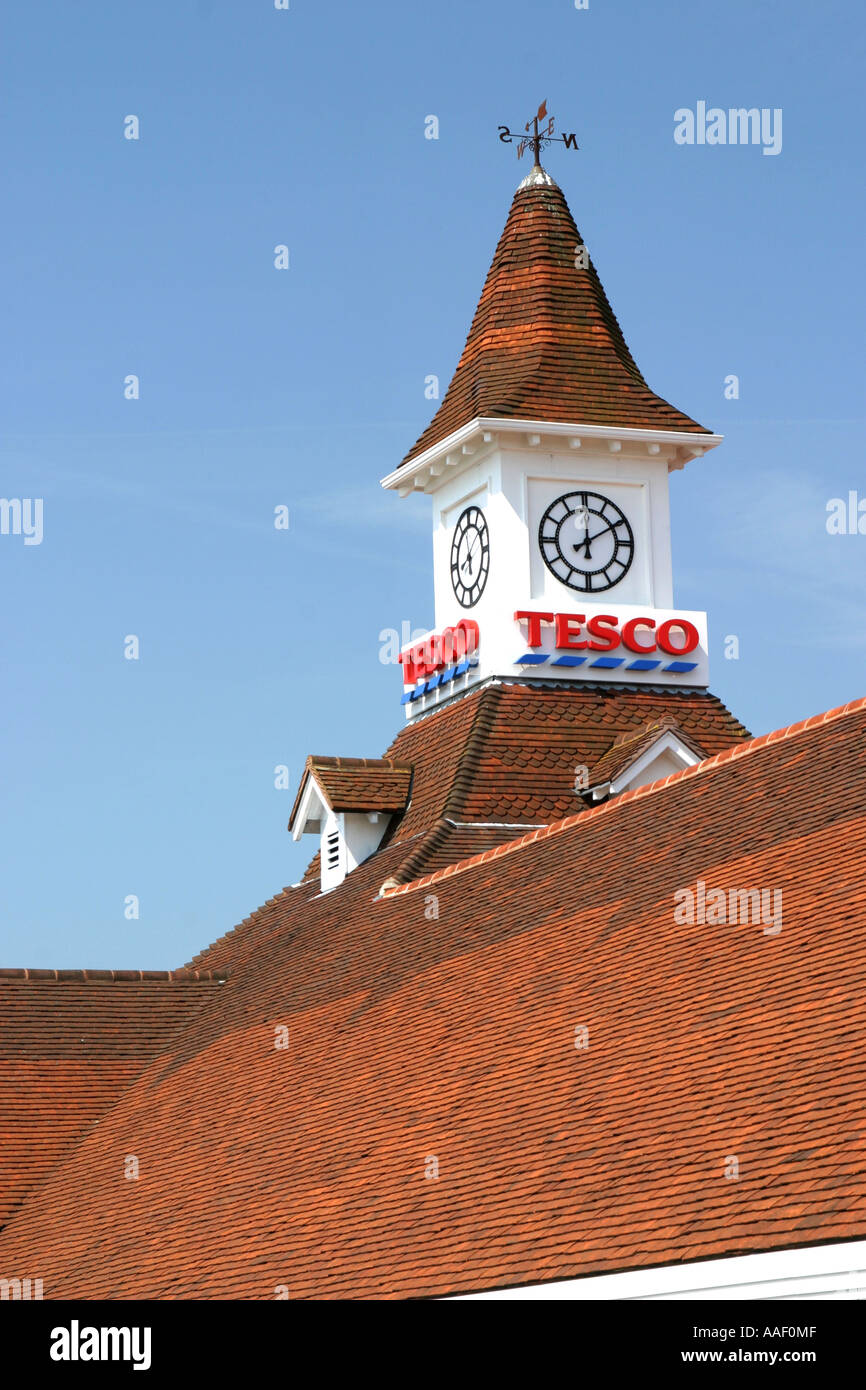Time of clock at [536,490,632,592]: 12:09
